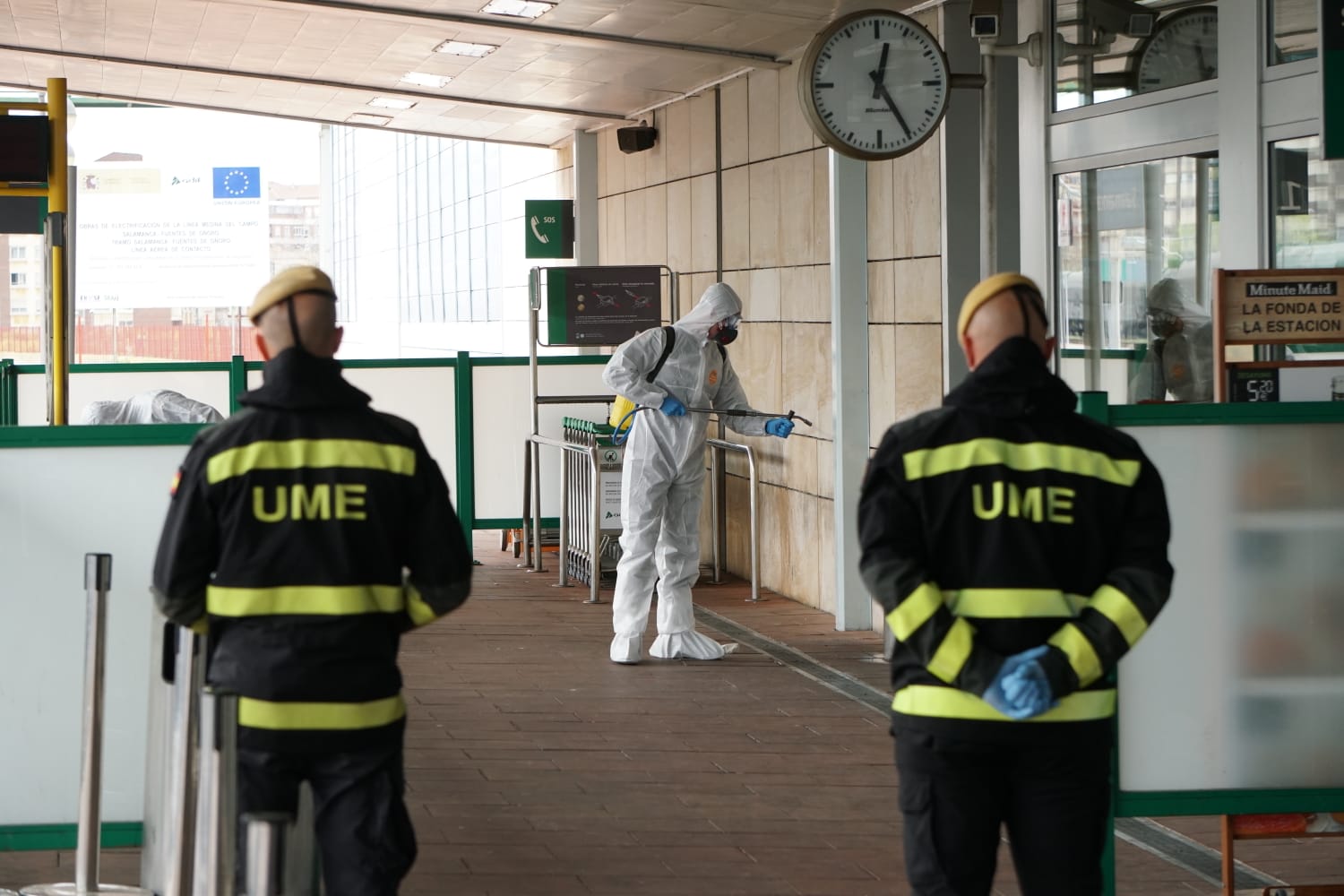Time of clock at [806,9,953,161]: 12:24
